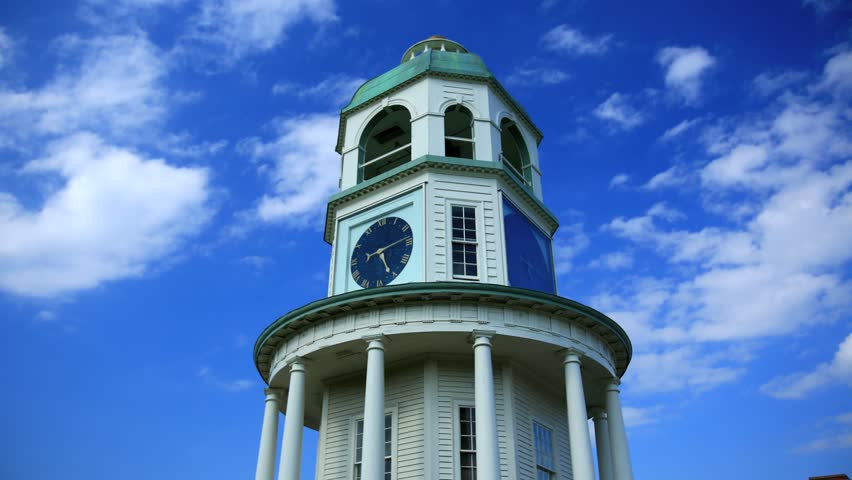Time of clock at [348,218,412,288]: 5:13
